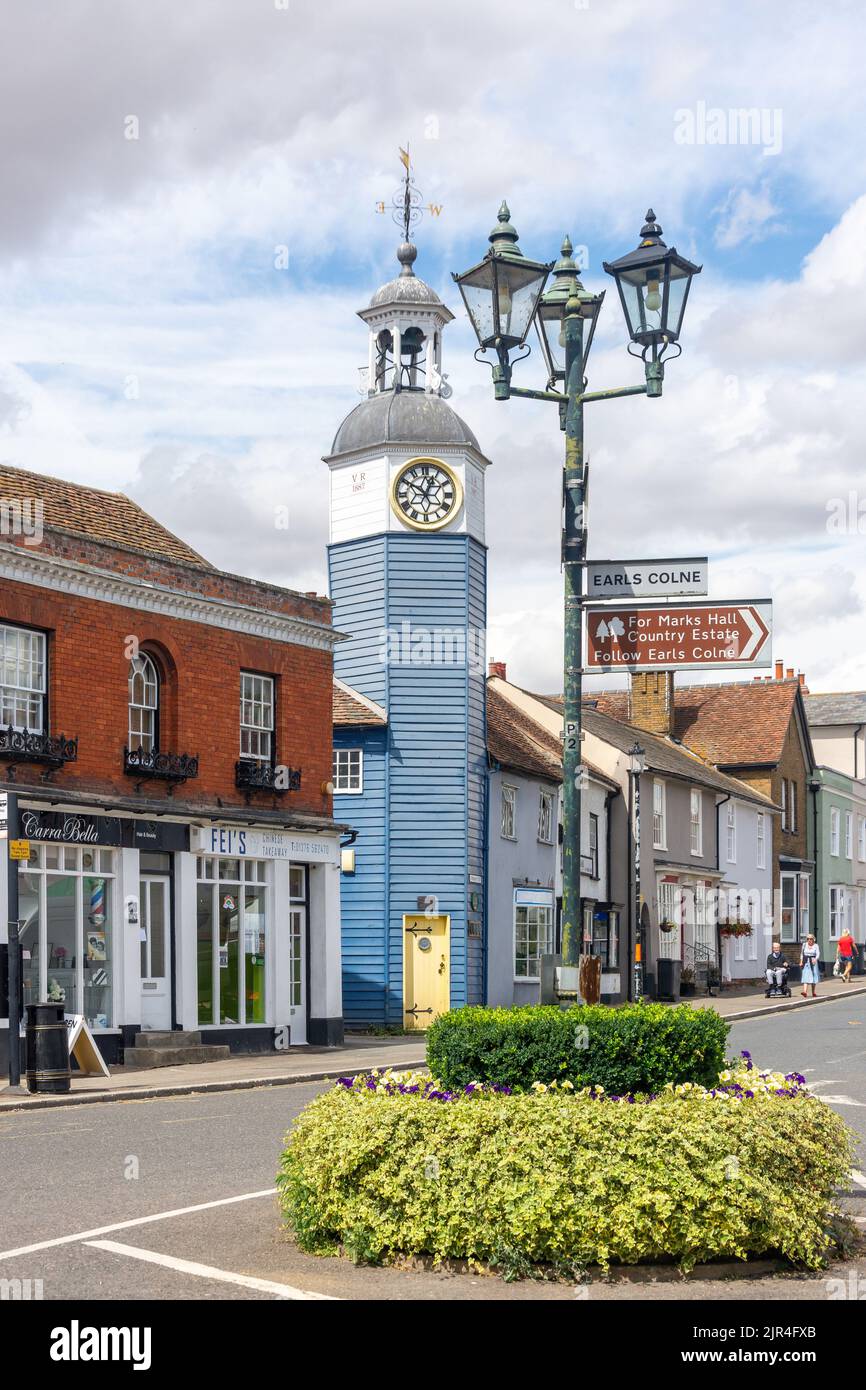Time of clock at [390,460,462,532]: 12:50
